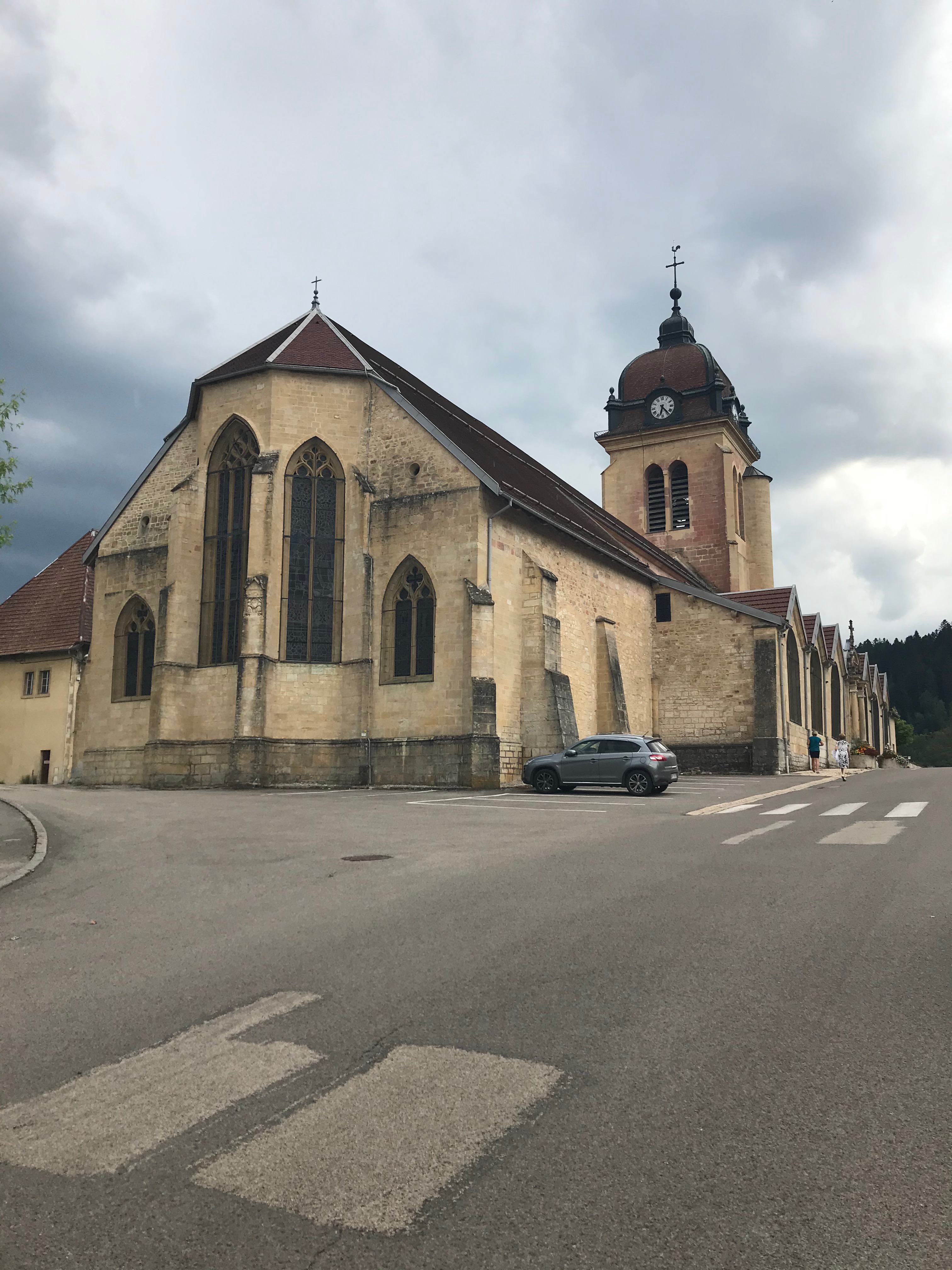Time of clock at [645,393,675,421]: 6:23
